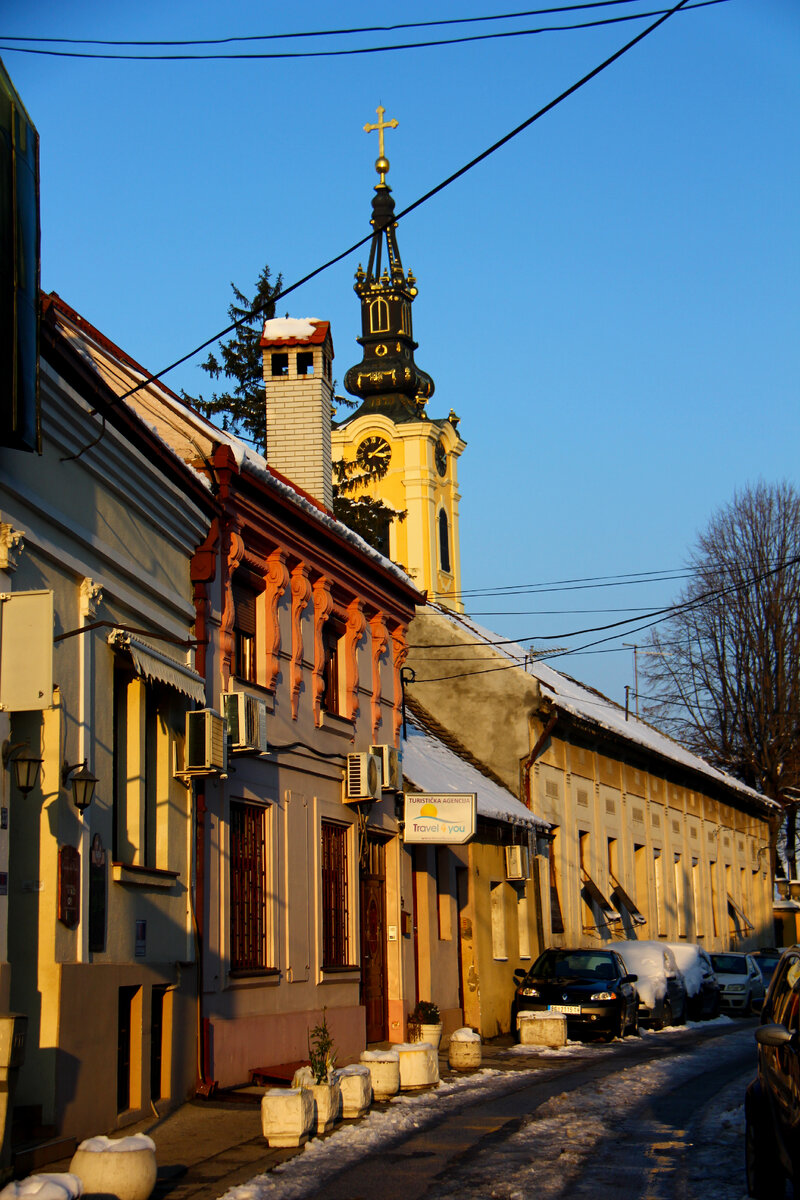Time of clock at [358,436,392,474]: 3:08
